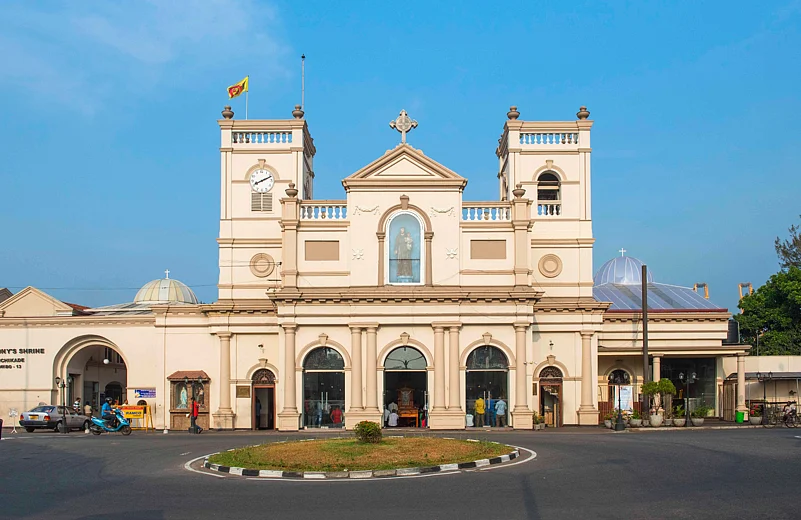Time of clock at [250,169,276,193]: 8:11
